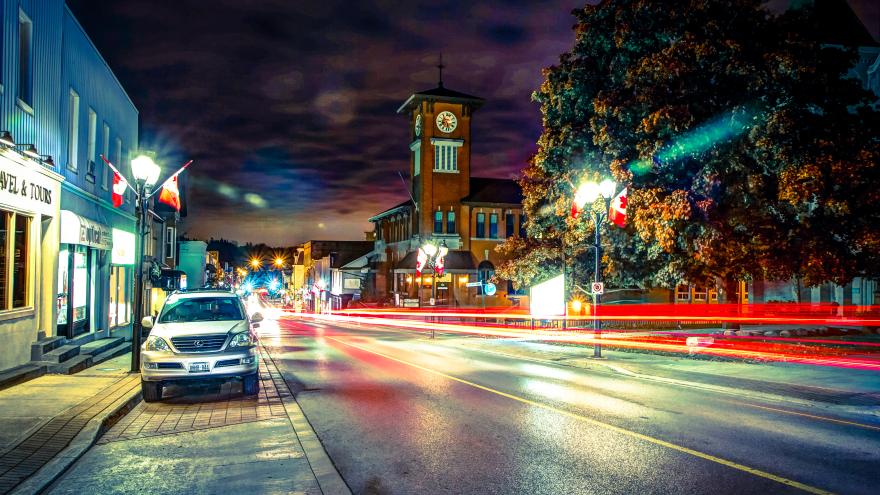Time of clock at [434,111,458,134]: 8:27
